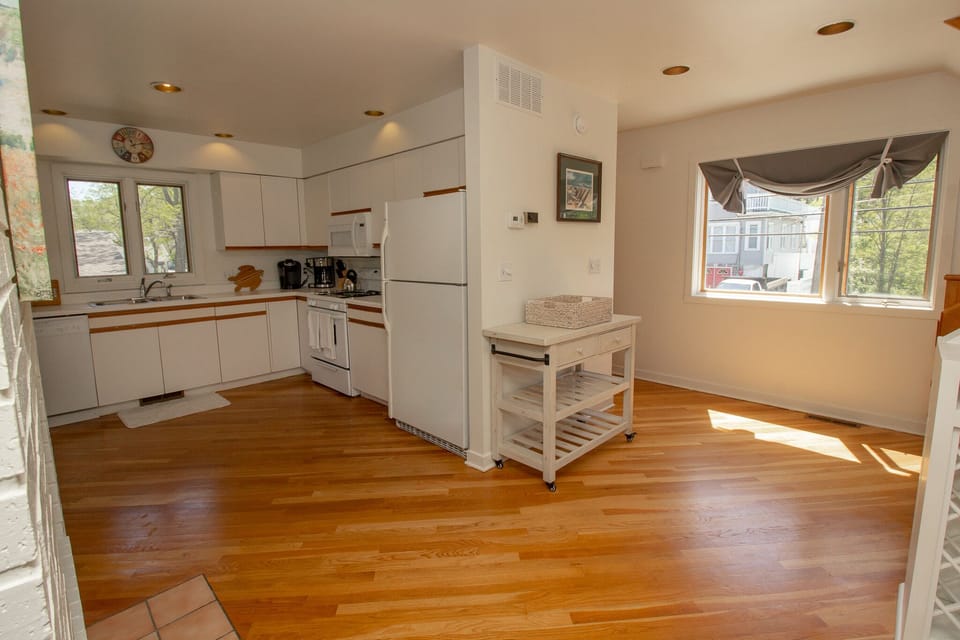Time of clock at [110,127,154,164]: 11:12
